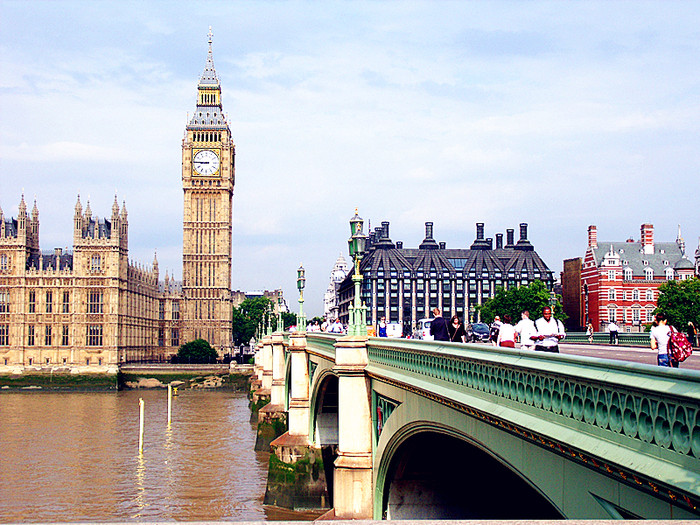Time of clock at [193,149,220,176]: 8:45
